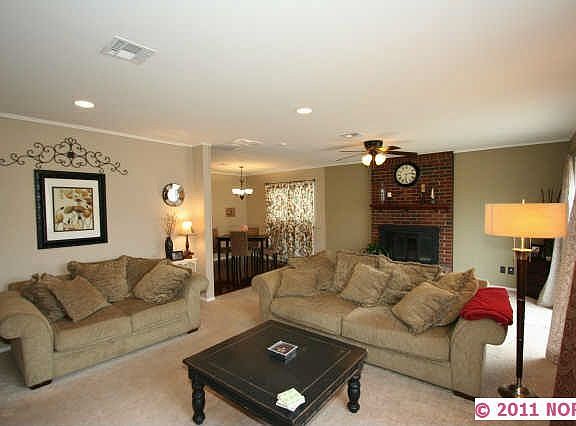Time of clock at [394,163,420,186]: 6:13
